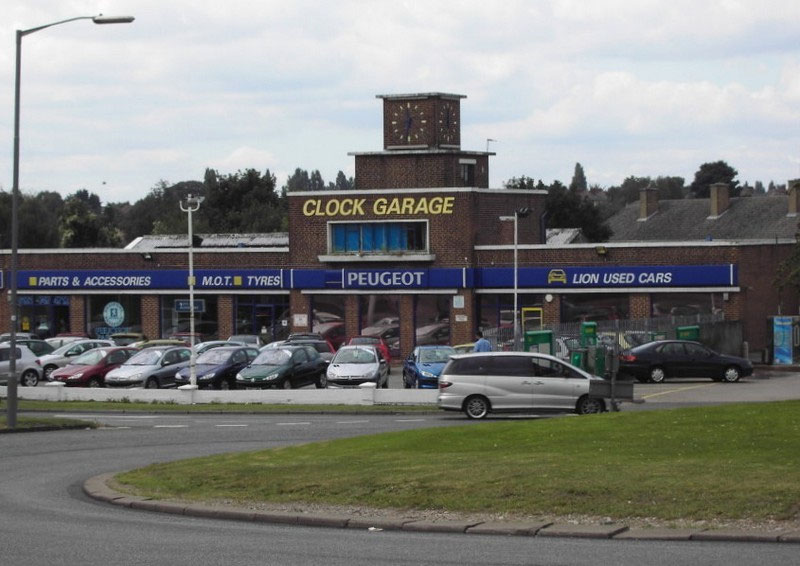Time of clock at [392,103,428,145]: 11:32
